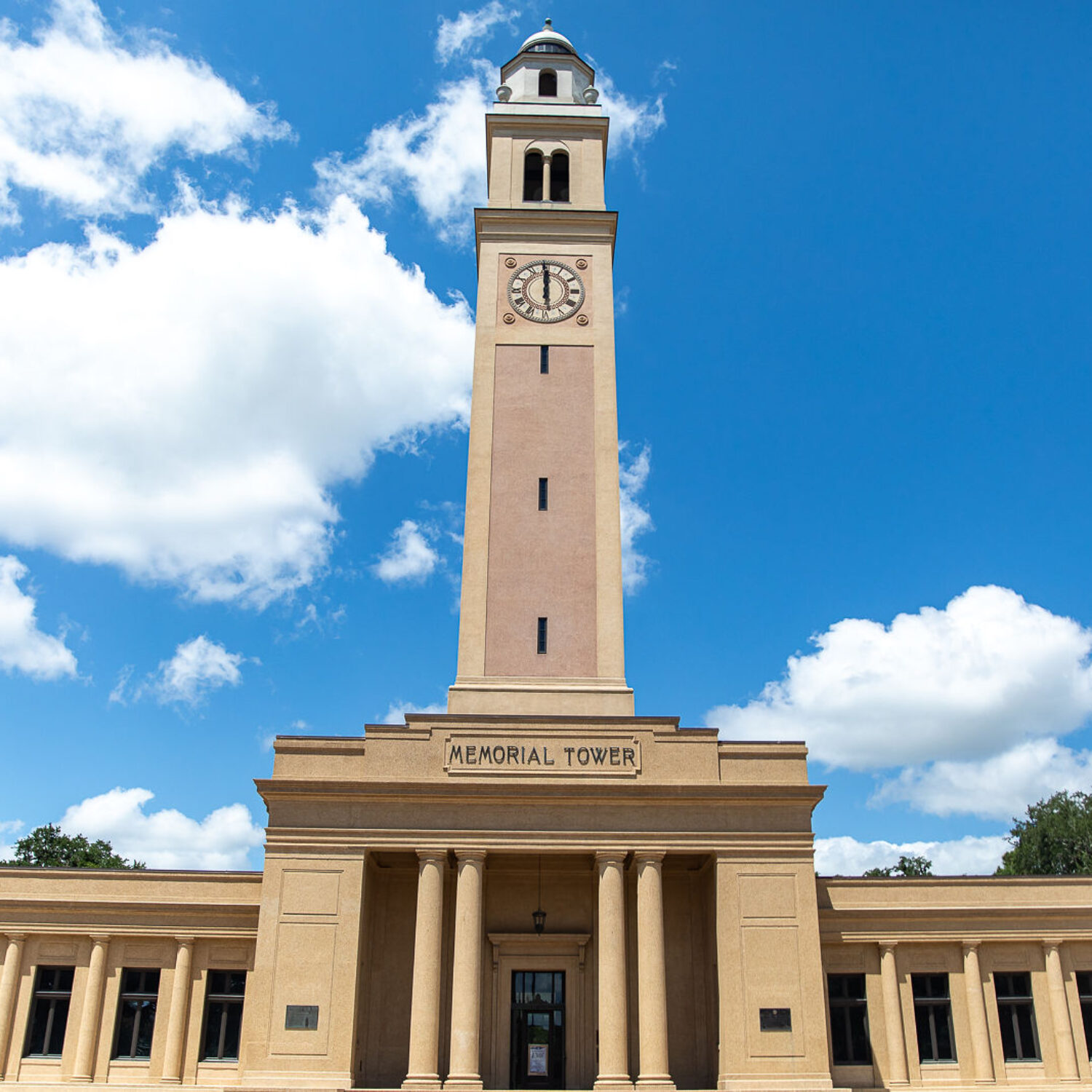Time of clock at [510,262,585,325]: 11:59
